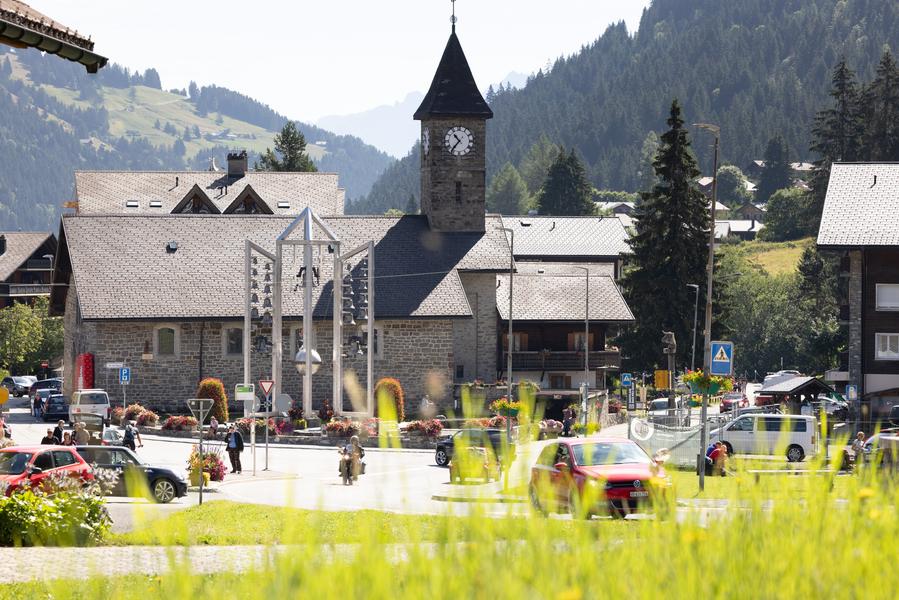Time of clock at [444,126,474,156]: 10:36
